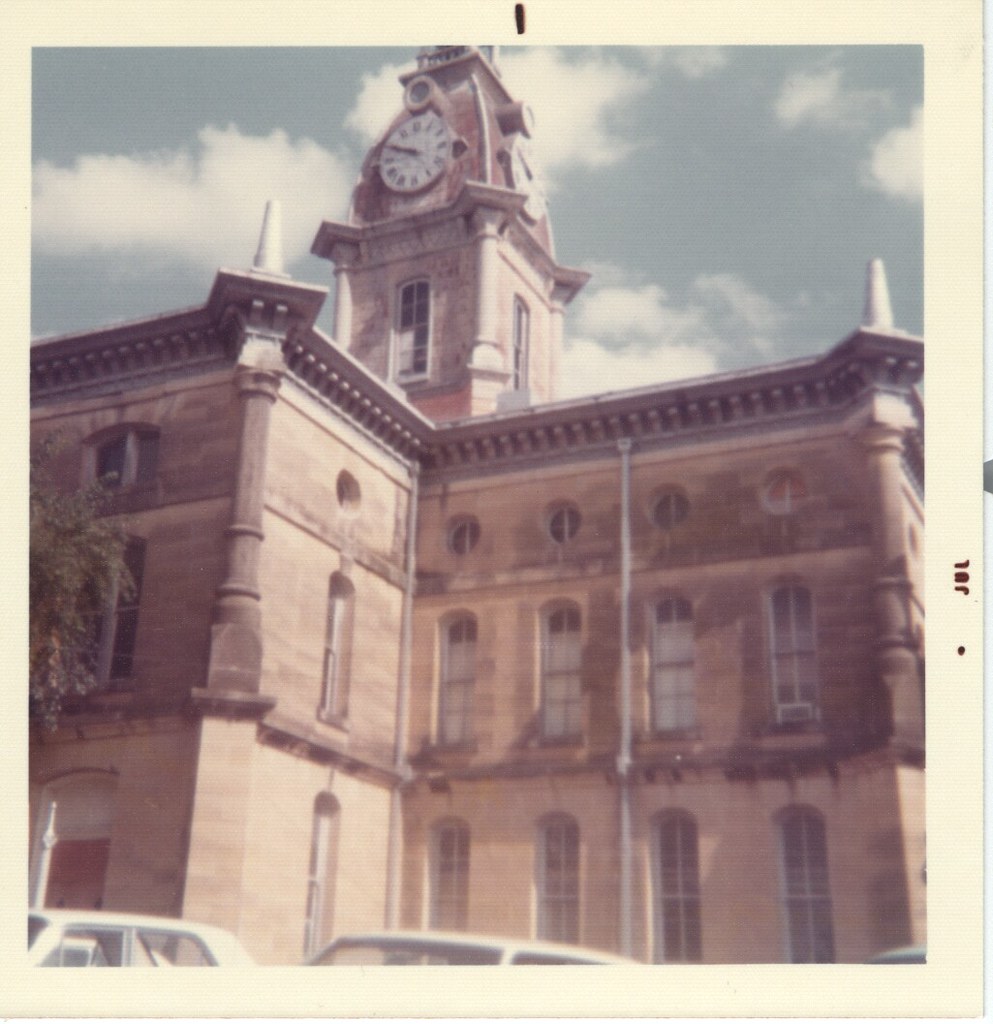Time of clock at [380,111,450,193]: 9:48
